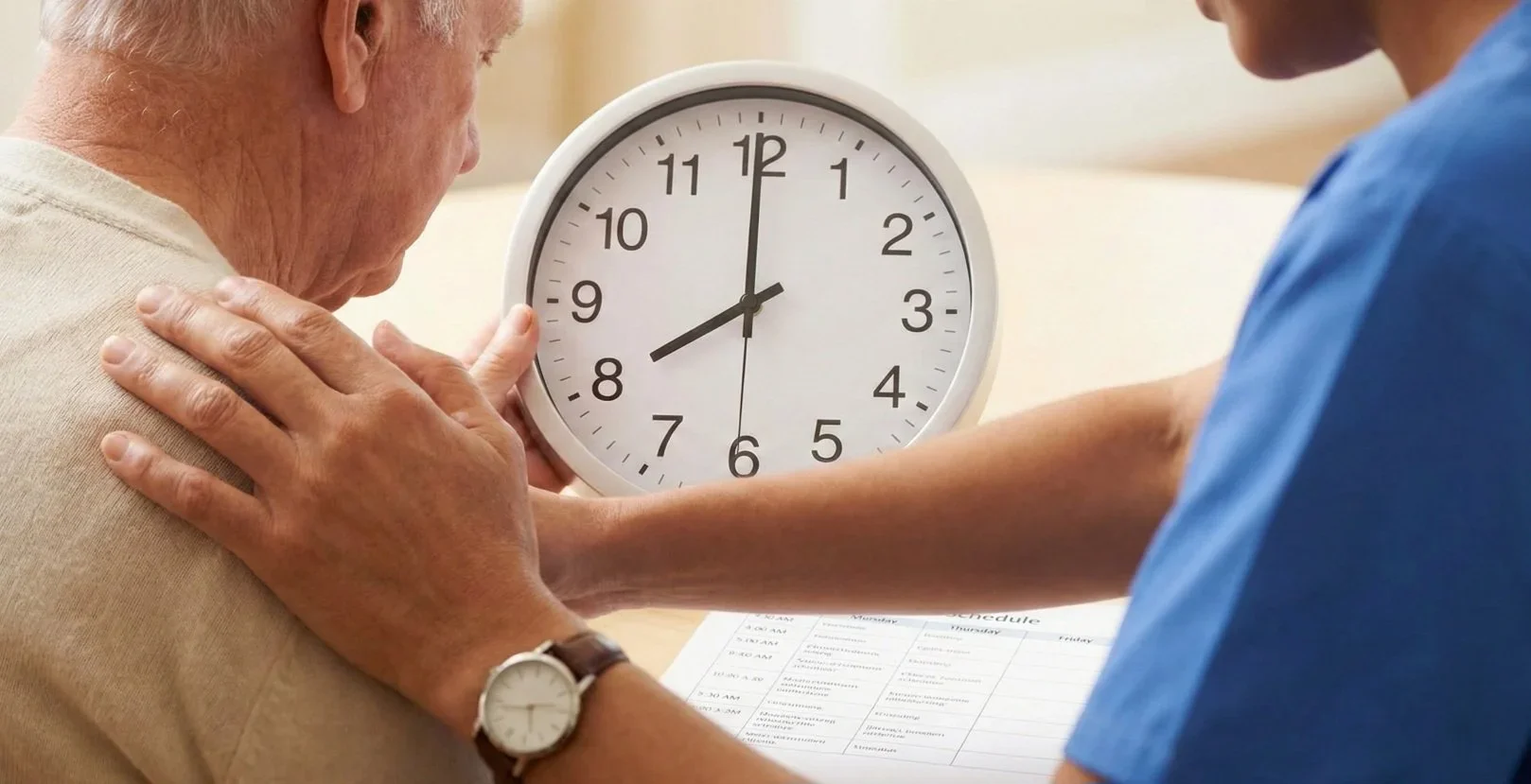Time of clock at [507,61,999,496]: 8:00
